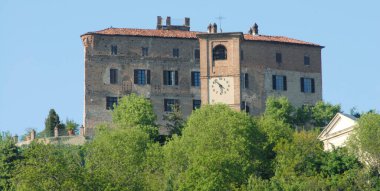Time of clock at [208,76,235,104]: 5:51
